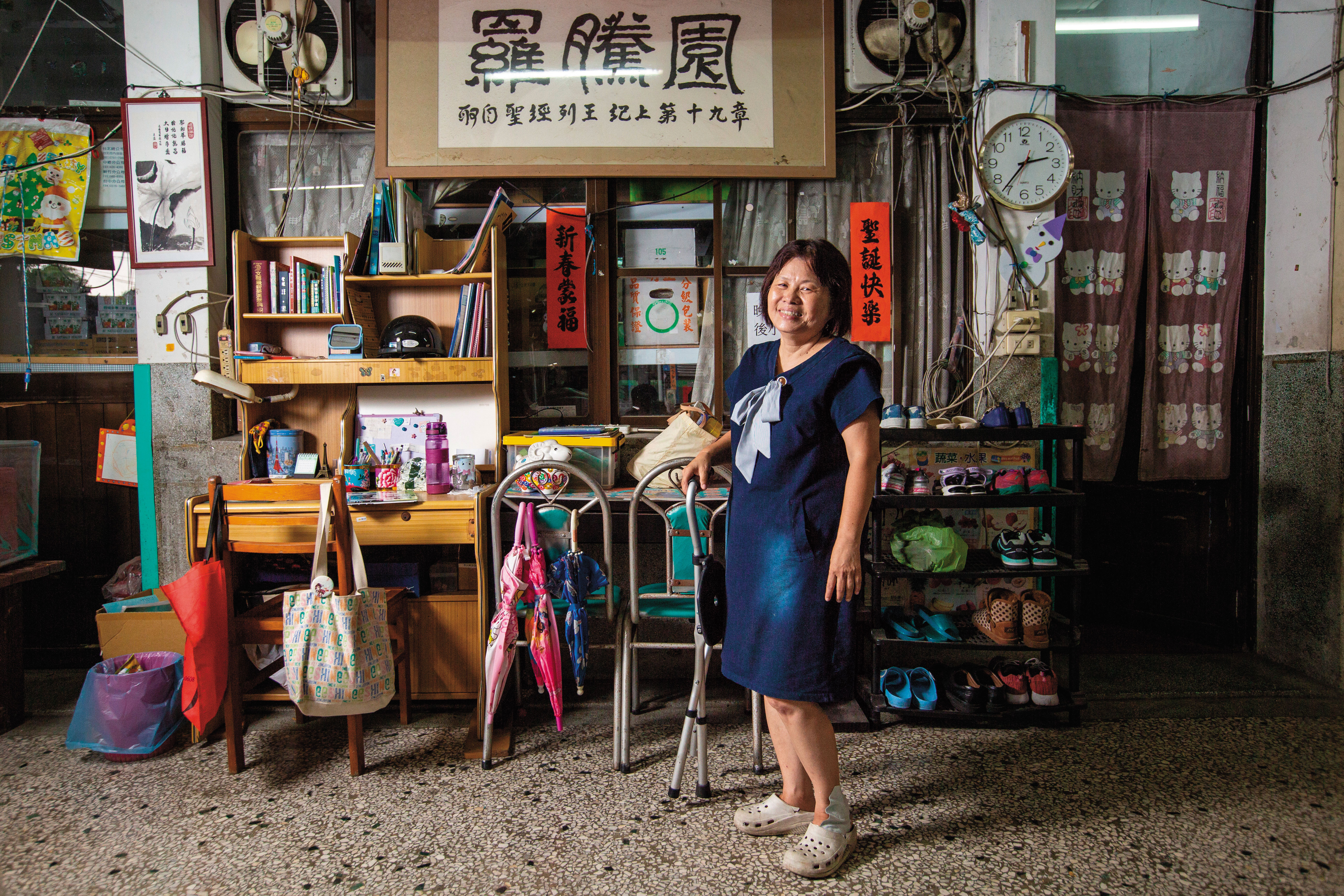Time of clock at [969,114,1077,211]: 2:36
